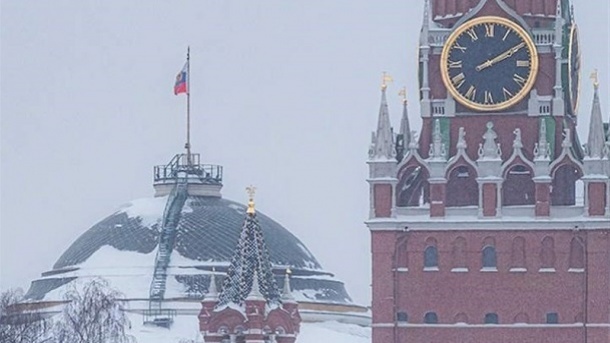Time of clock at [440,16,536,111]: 2:09
